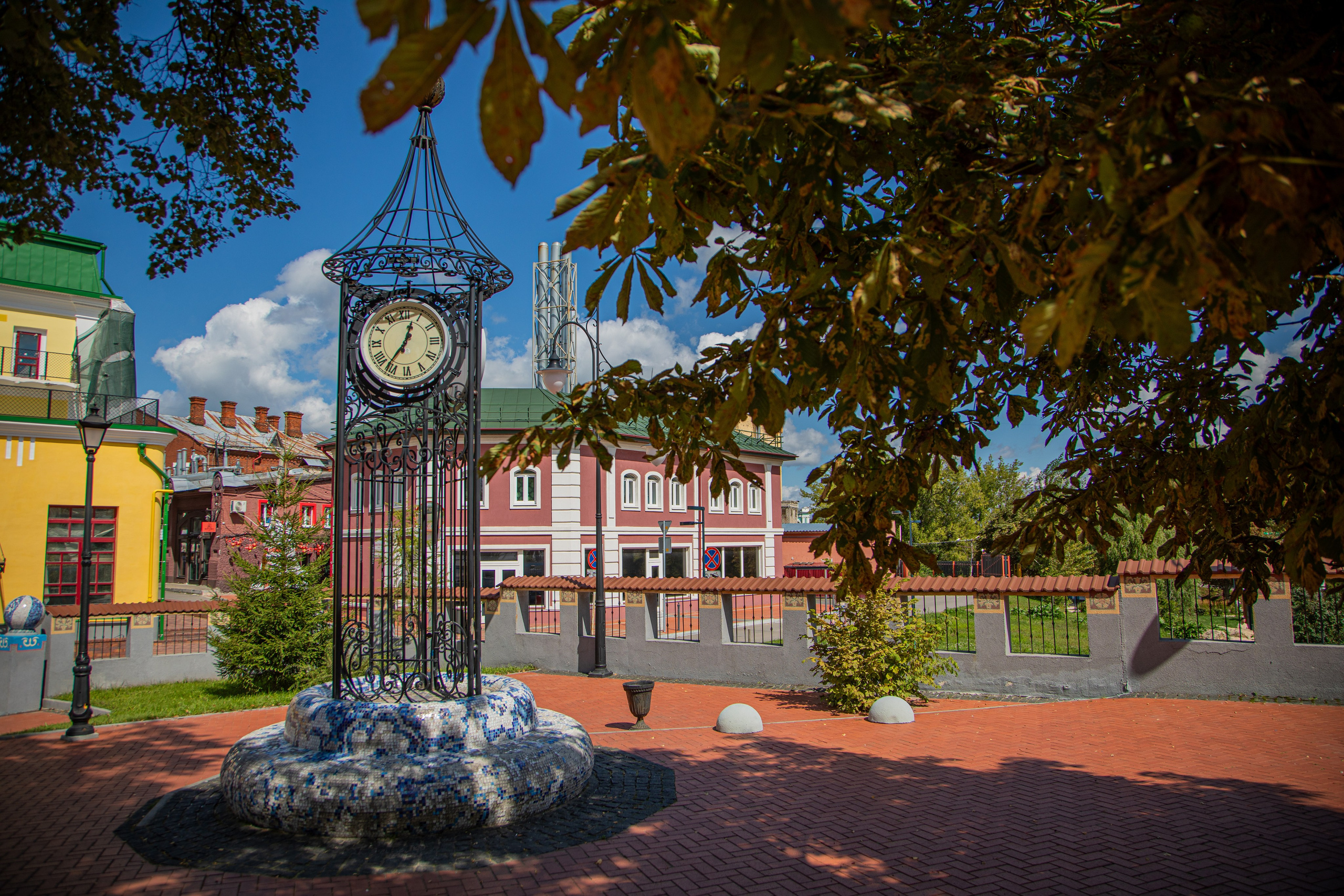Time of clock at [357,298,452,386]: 12:36
